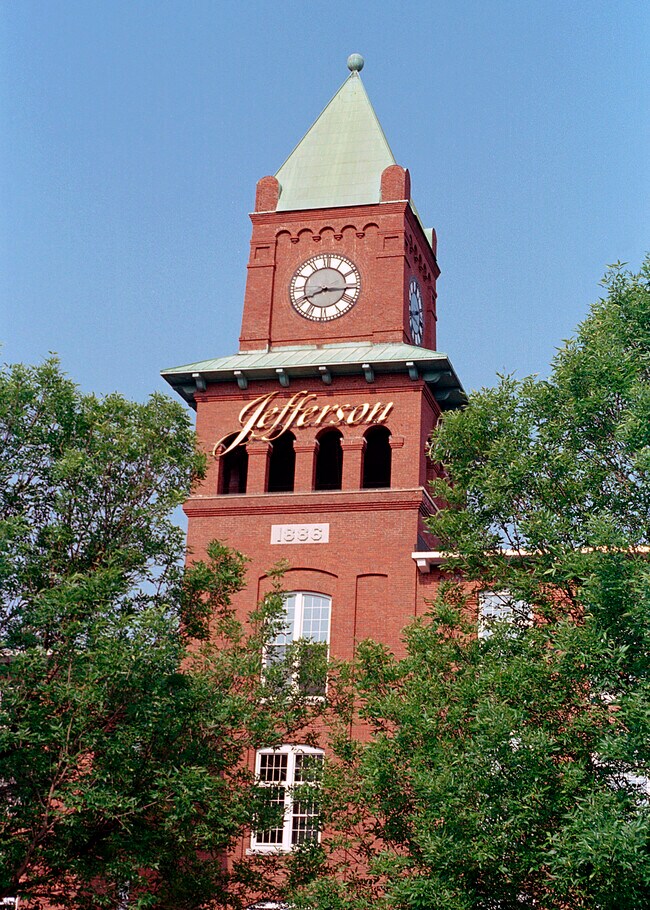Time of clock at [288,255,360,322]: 8:15
